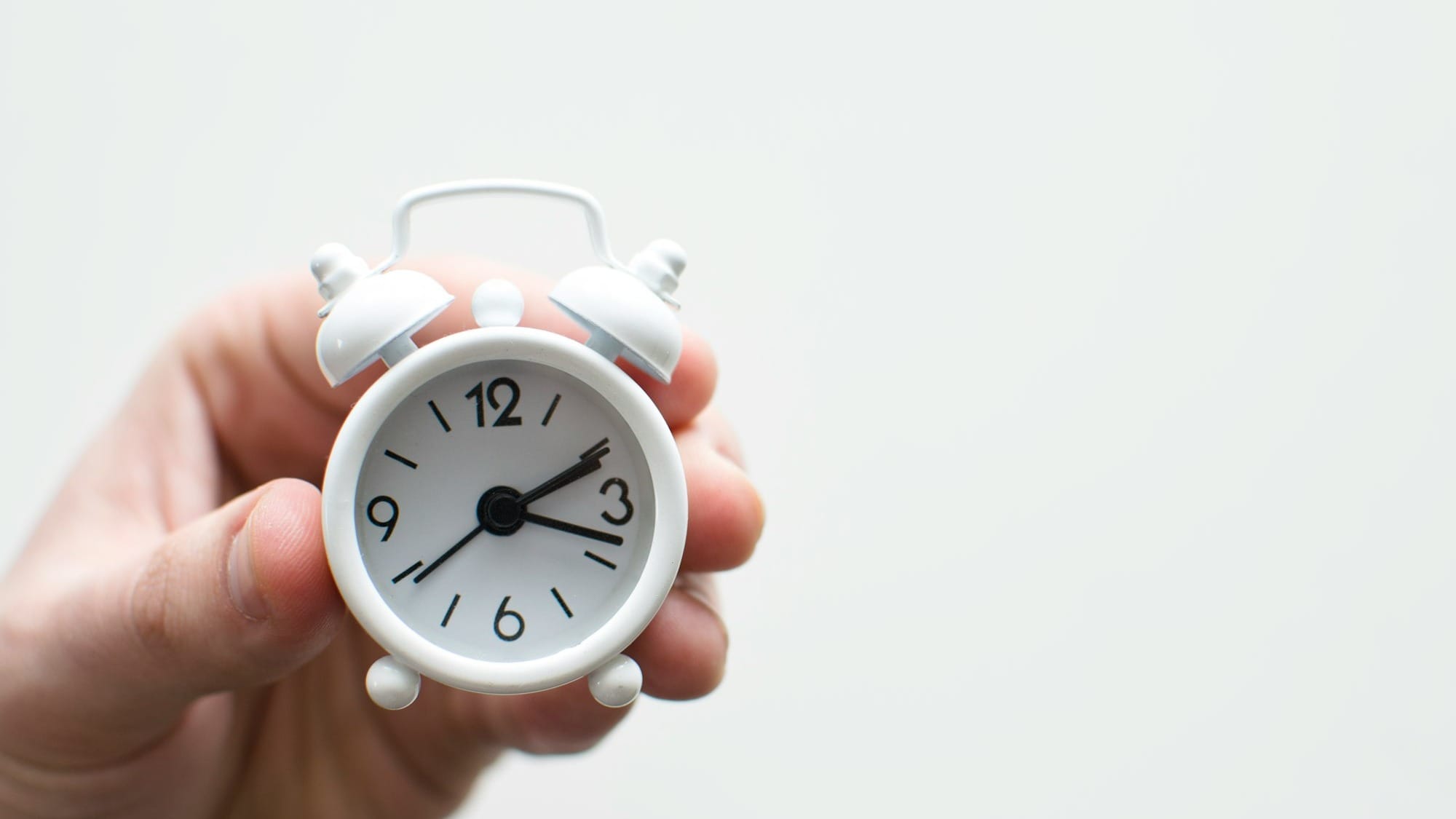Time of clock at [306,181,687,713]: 2:18
